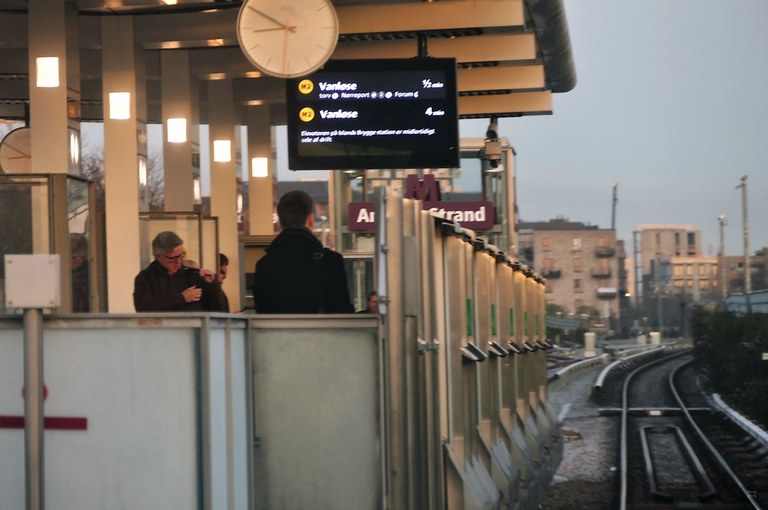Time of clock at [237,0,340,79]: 8:50
